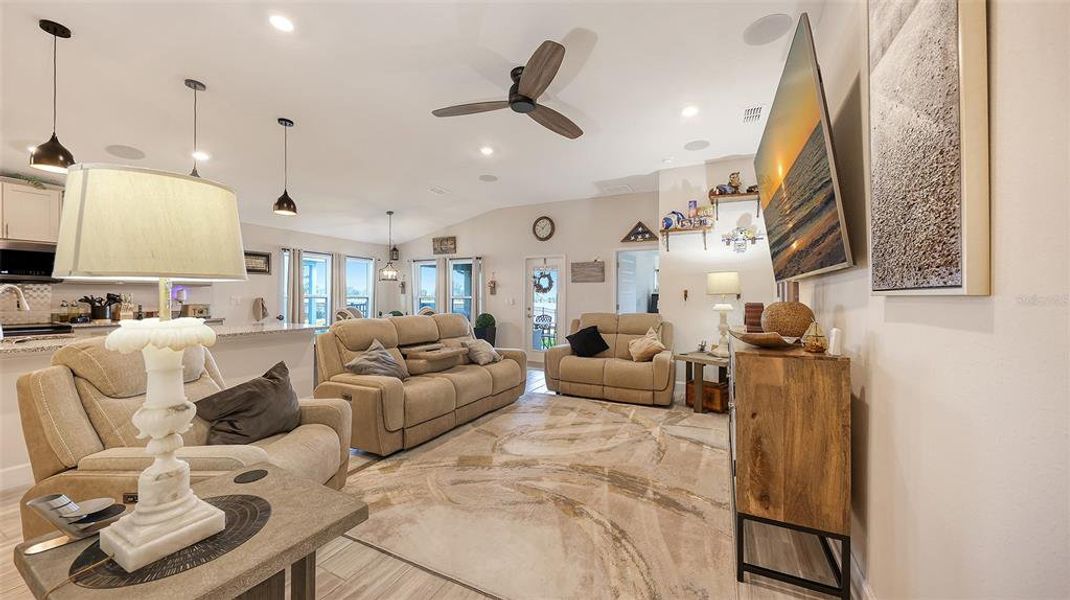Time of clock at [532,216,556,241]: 8:07
